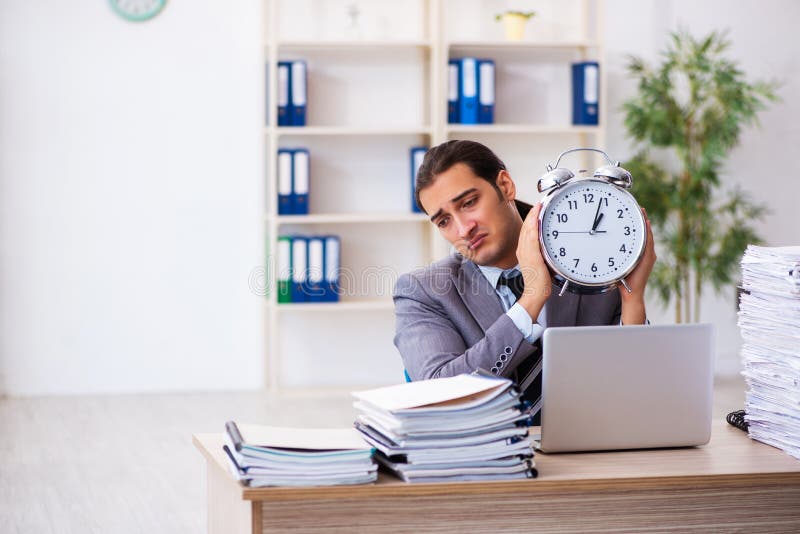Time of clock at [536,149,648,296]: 1:03
